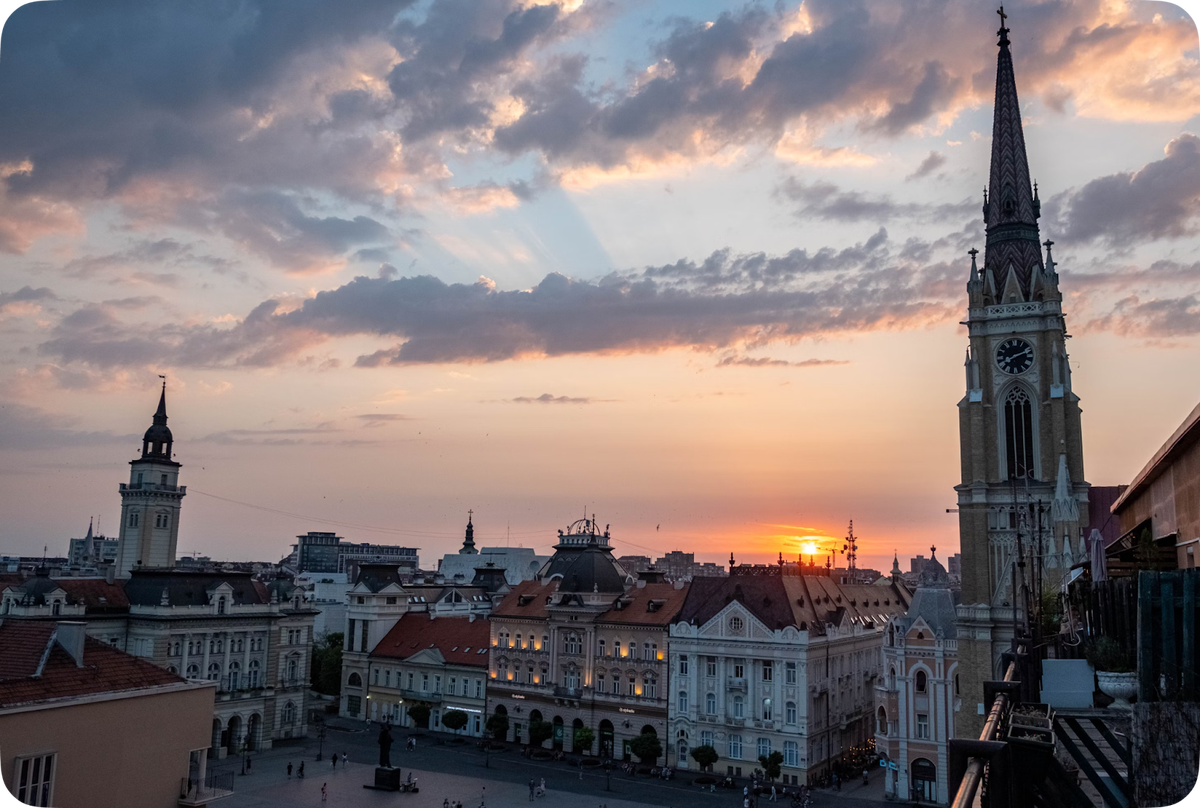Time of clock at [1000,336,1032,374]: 8:11
